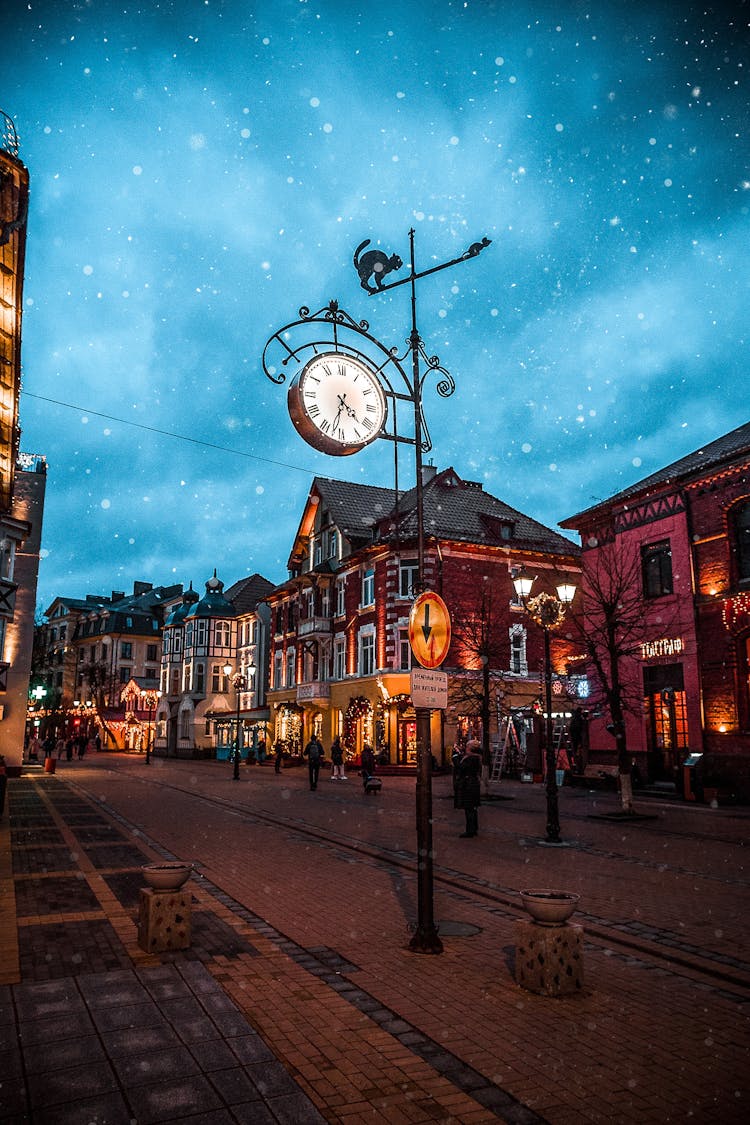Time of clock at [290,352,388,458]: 4:32
